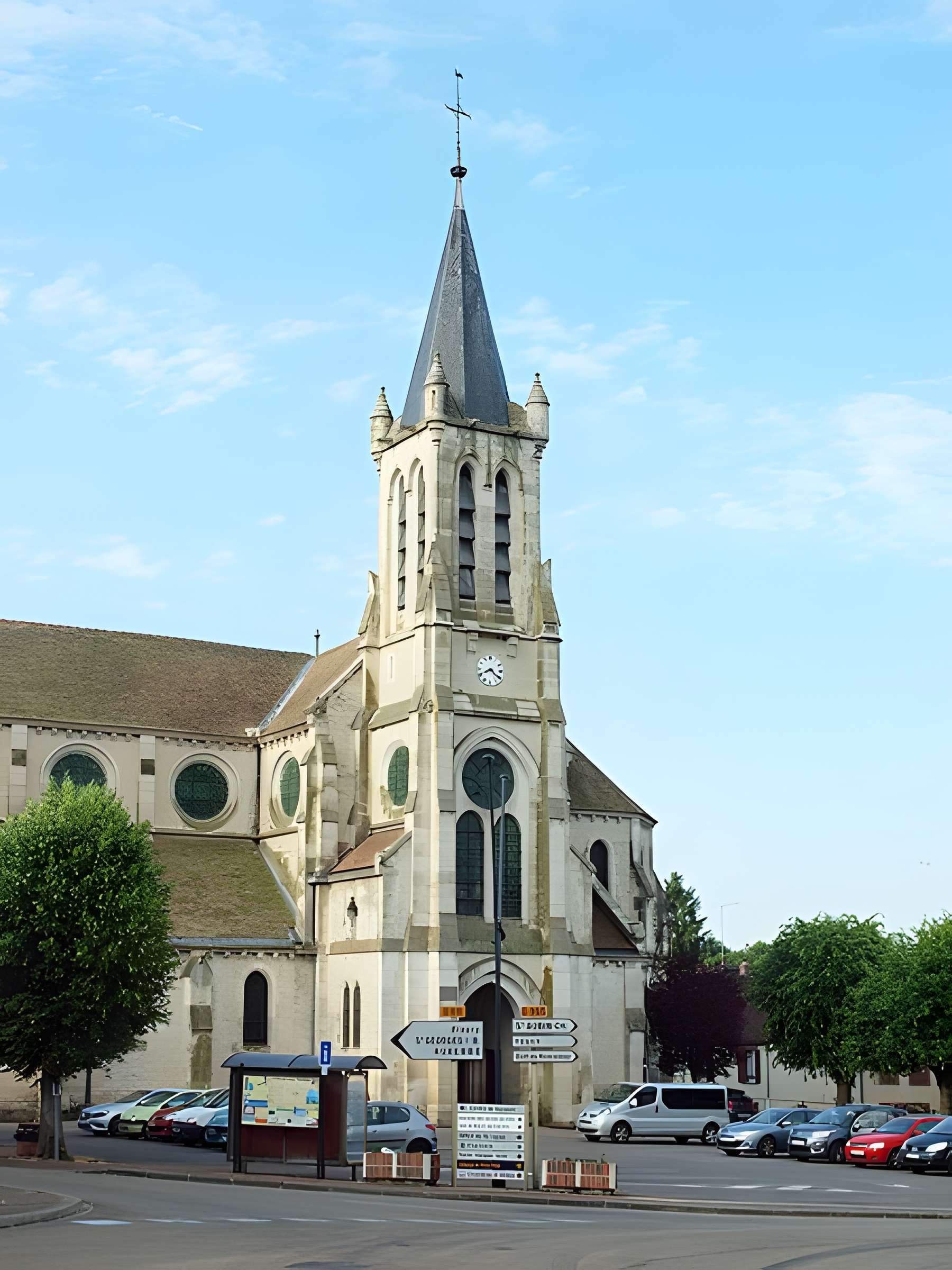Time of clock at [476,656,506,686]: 8:20
